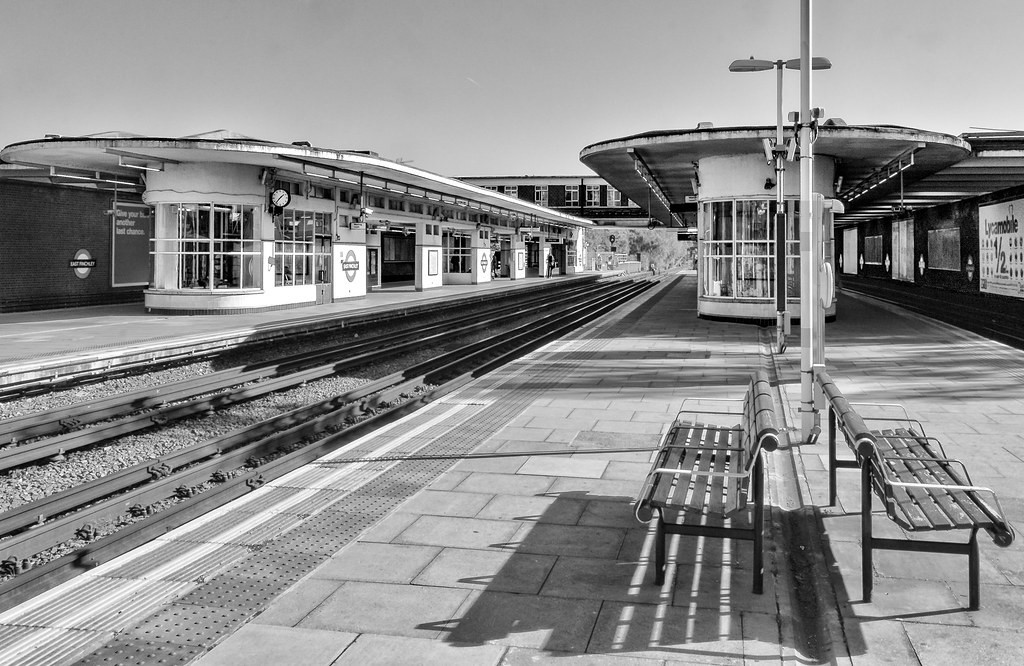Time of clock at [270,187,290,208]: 1:37
